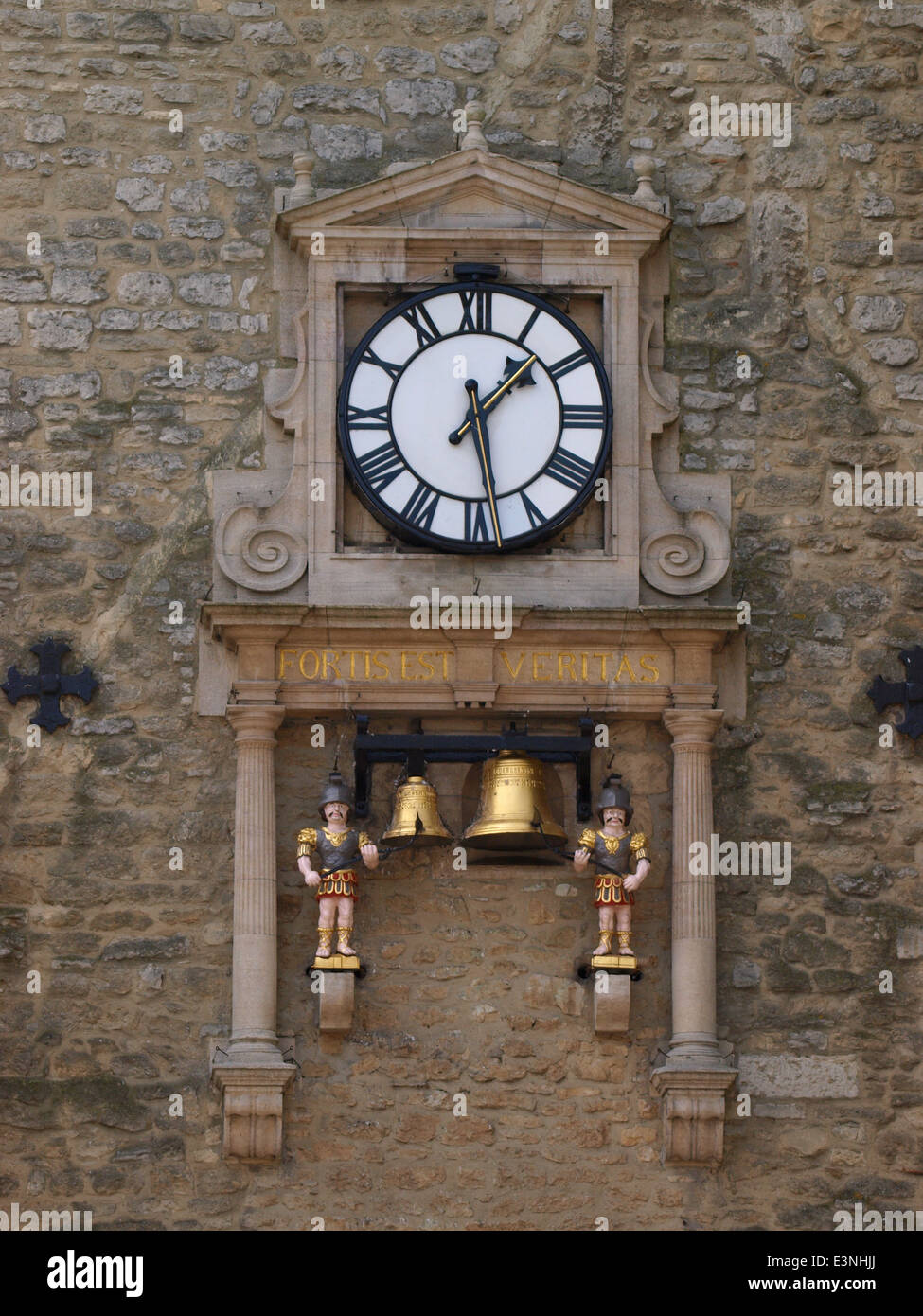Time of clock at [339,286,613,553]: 1:28
